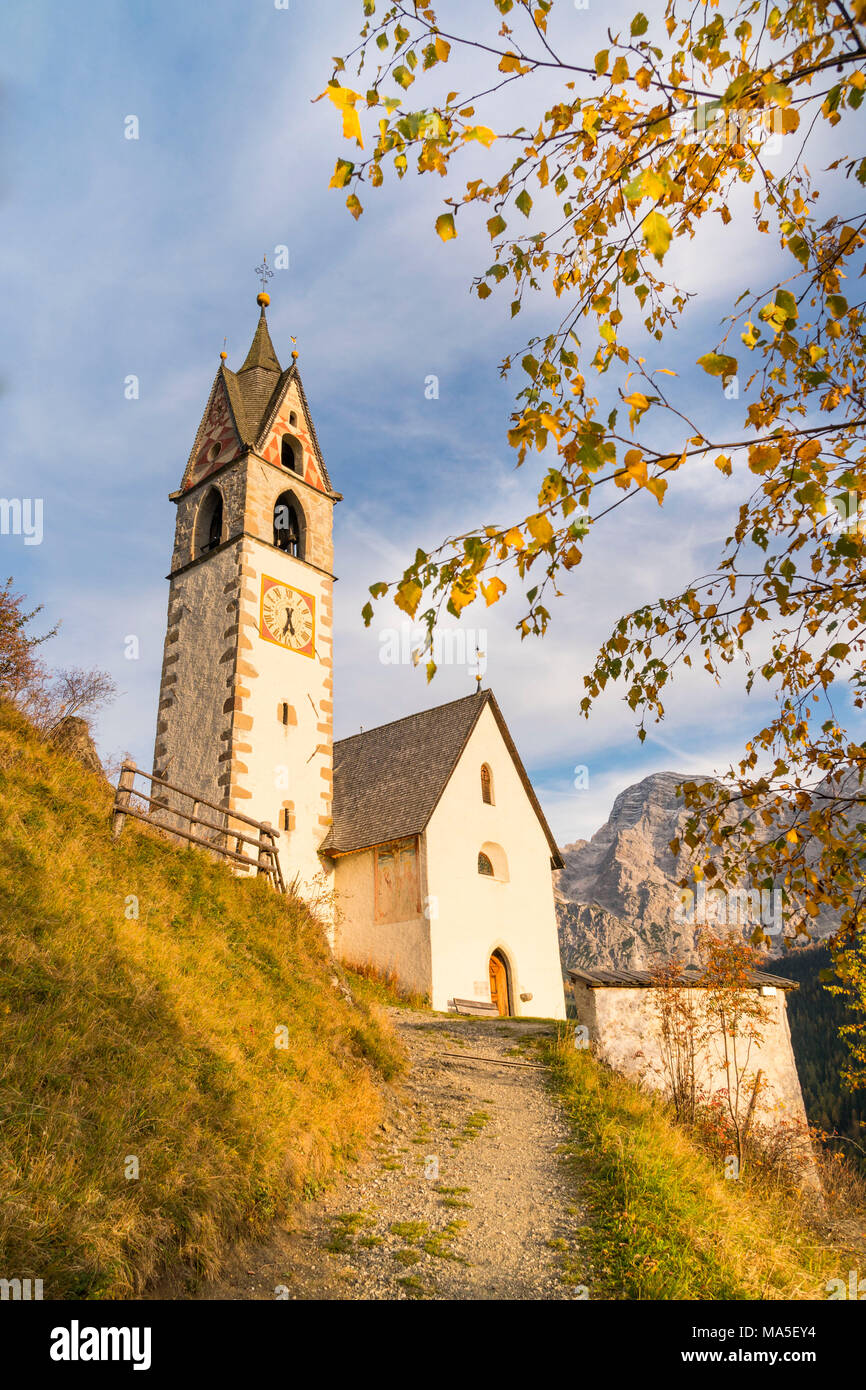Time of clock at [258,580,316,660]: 5:32
